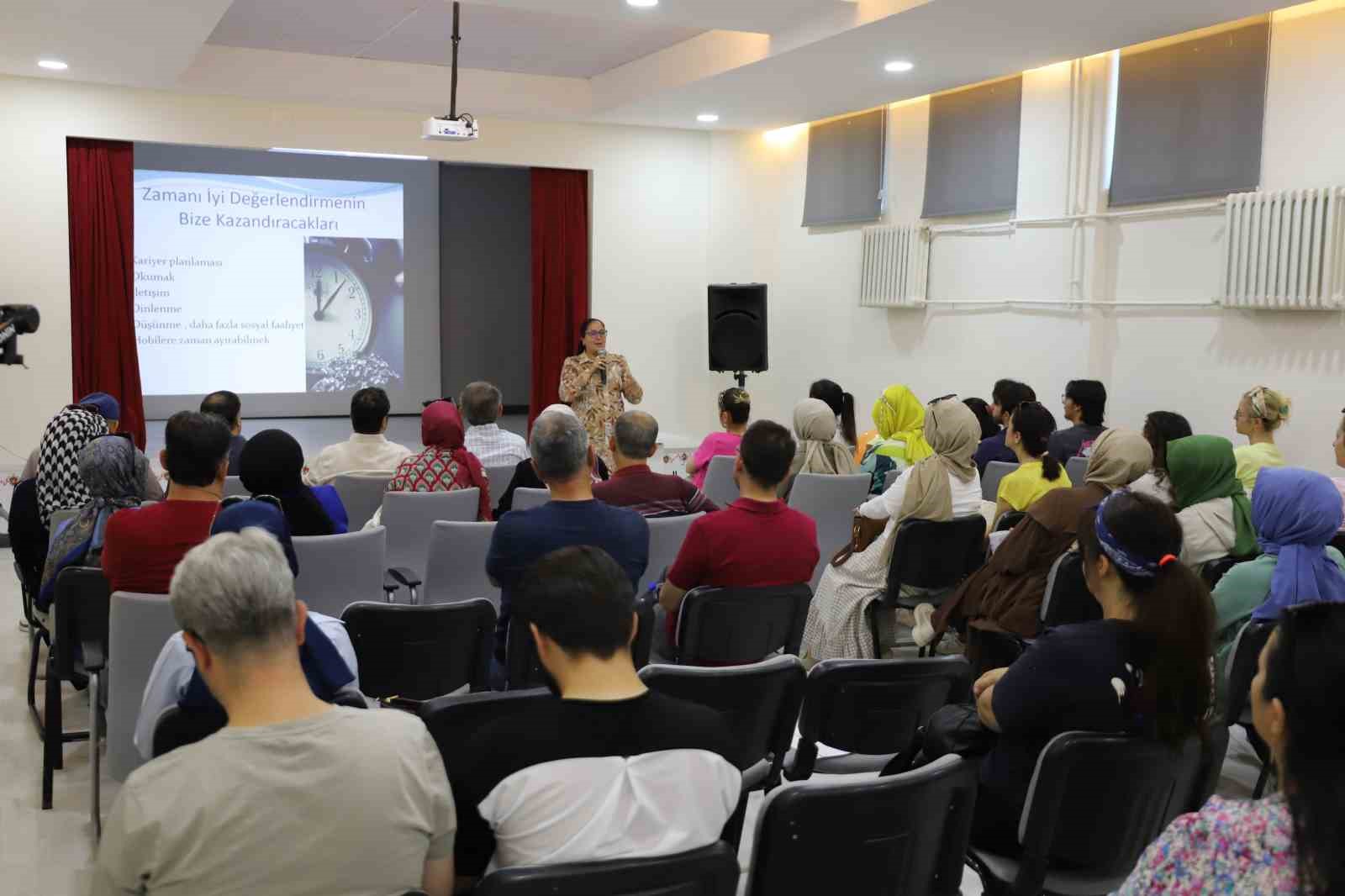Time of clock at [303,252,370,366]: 12:07
